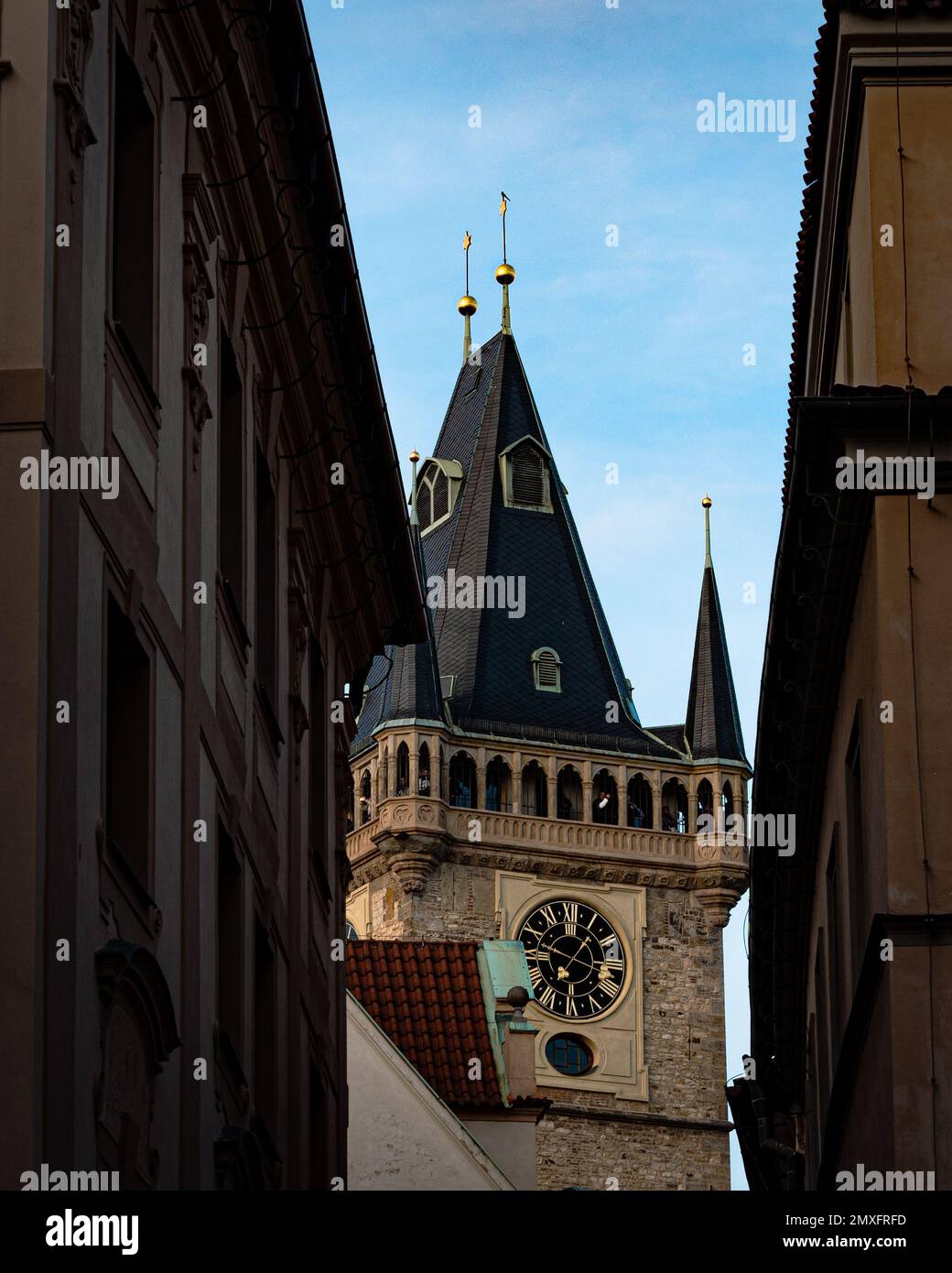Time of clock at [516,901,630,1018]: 1:16
